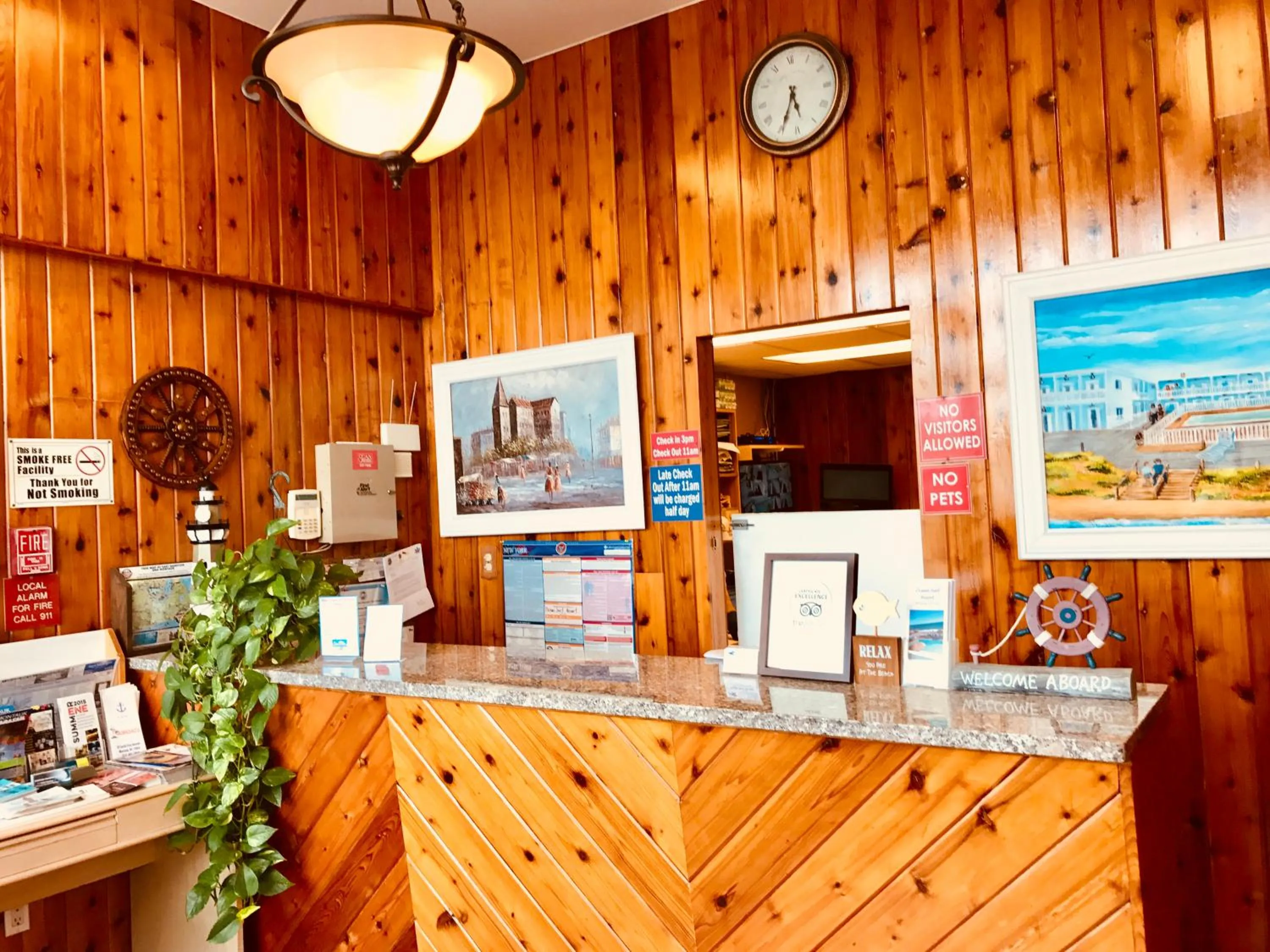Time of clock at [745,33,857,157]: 5:34
